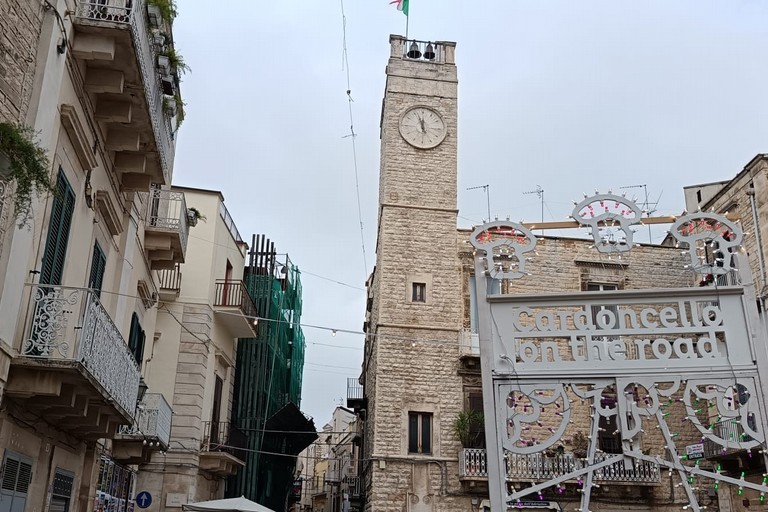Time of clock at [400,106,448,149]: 11:56
